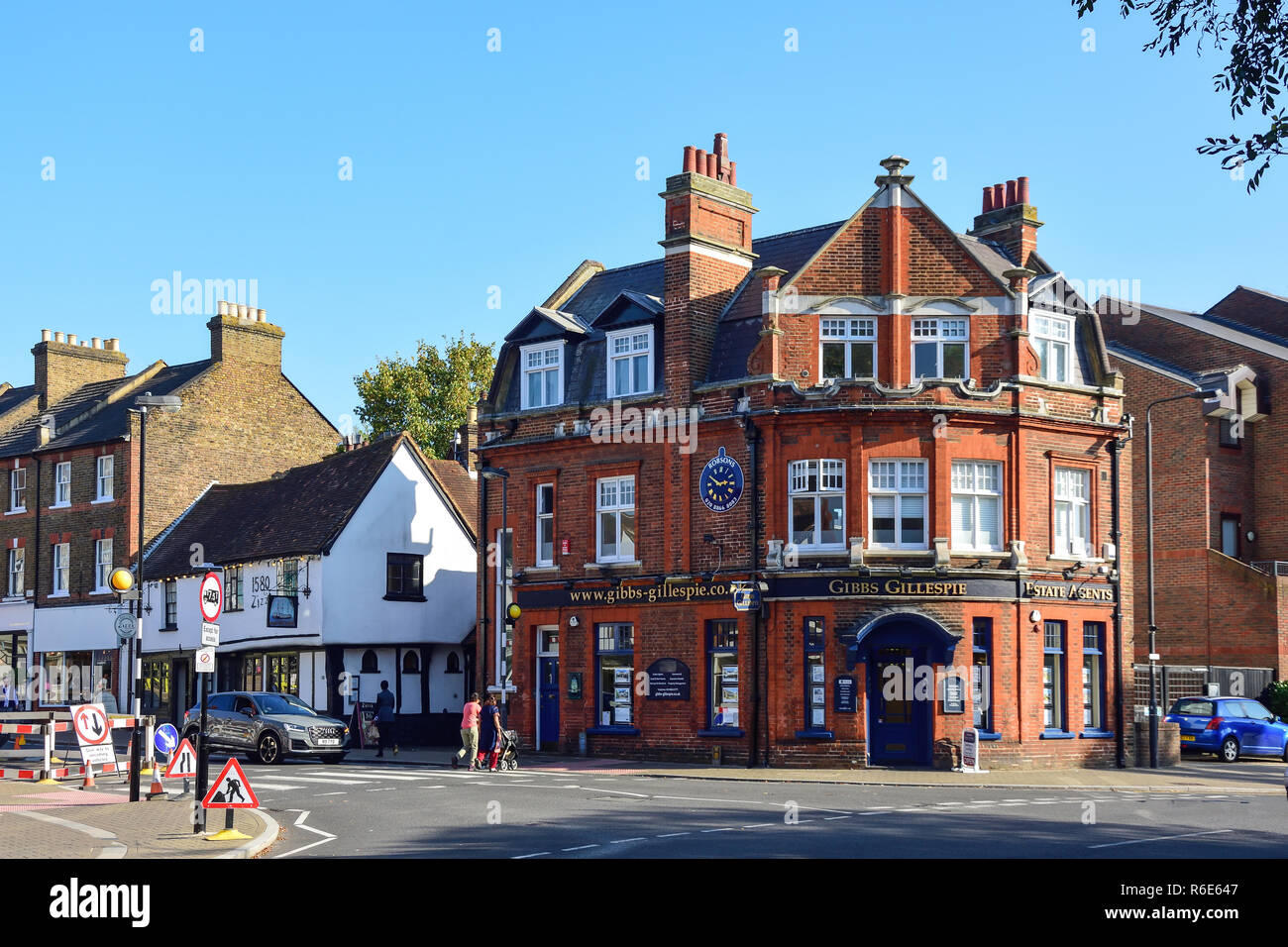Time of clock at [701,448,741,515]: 2:50
